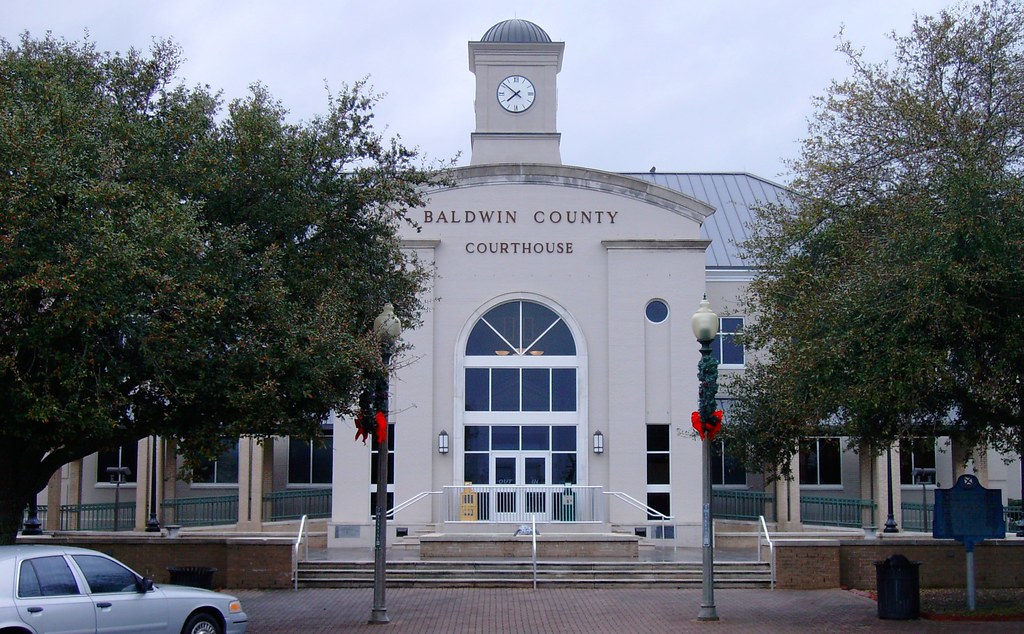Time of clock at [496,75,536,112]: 7:51
